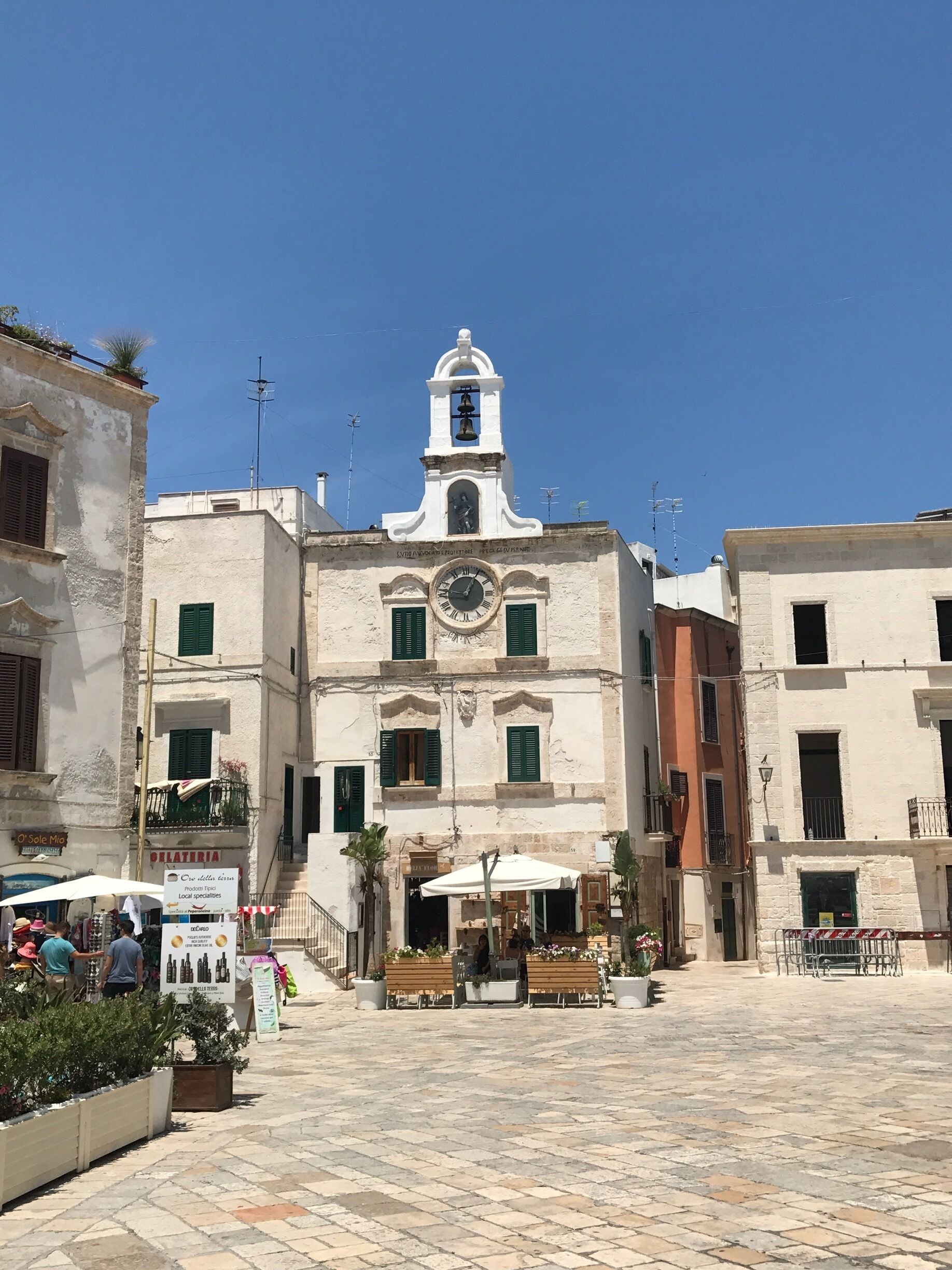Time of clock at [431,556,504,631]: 9:04
